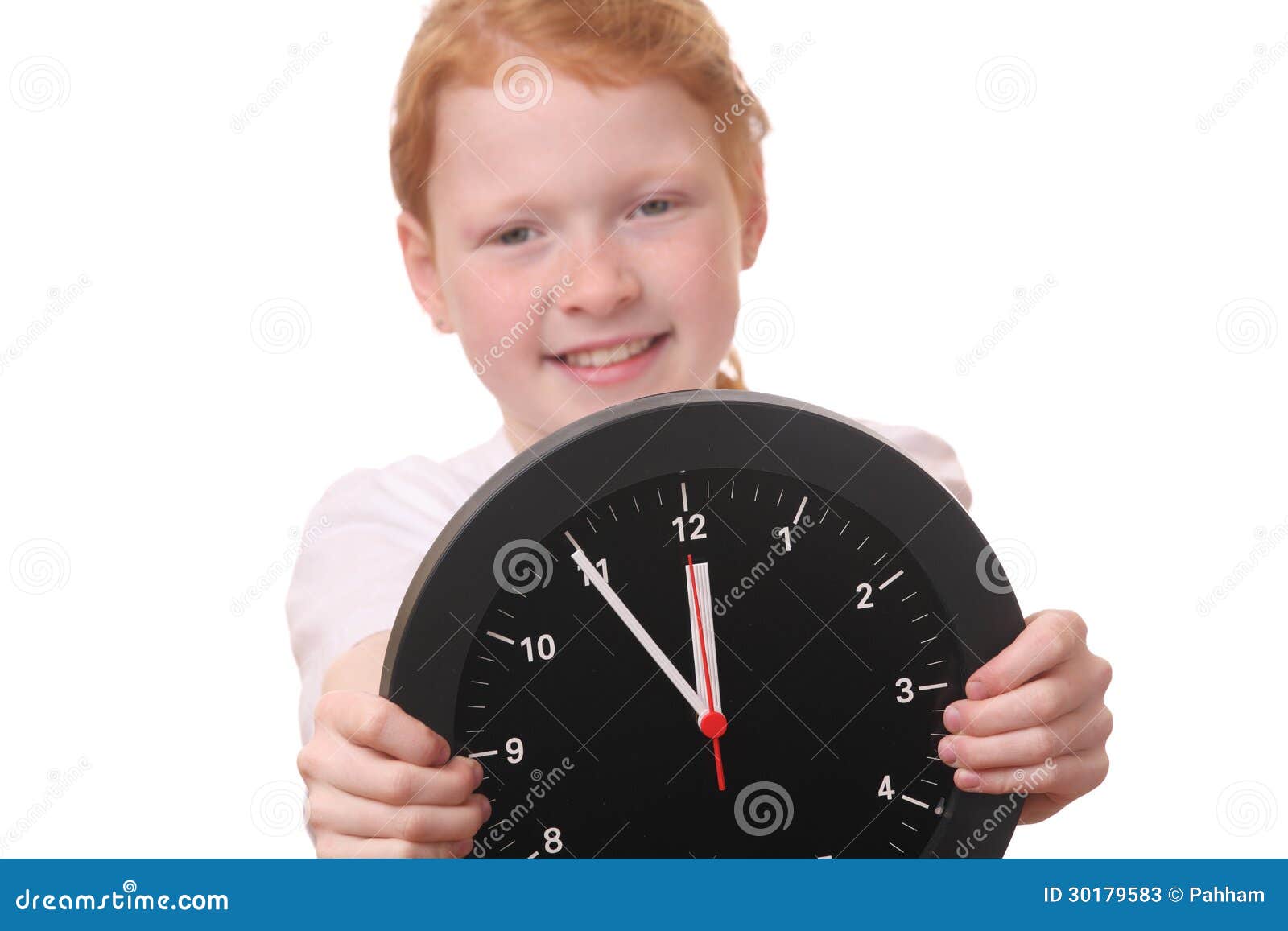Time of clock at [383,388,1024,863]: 11:54
